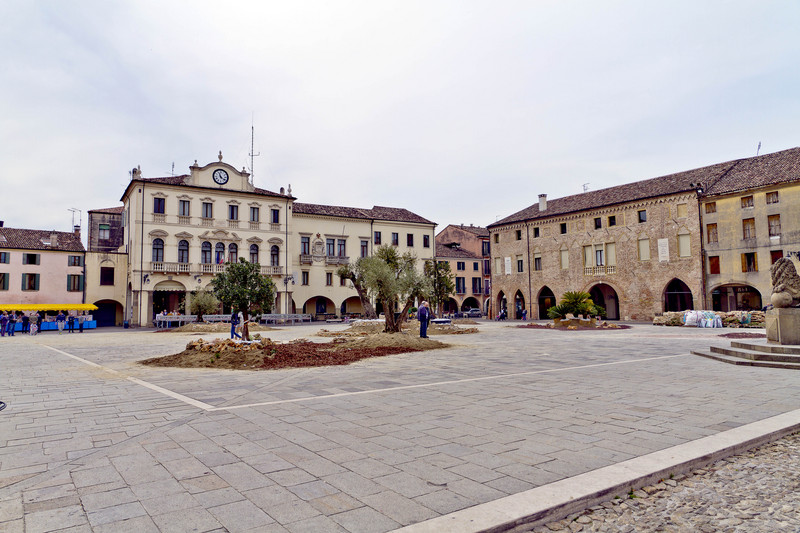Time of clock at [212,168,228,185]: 11:21
